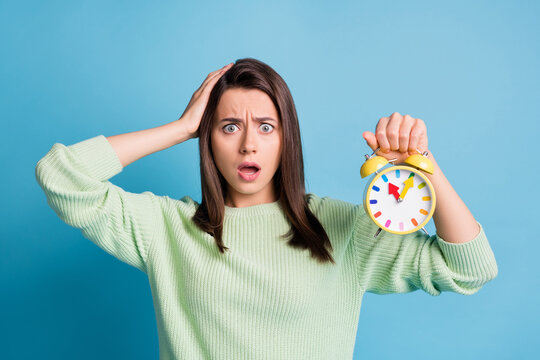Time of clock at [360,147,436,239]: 11:05
